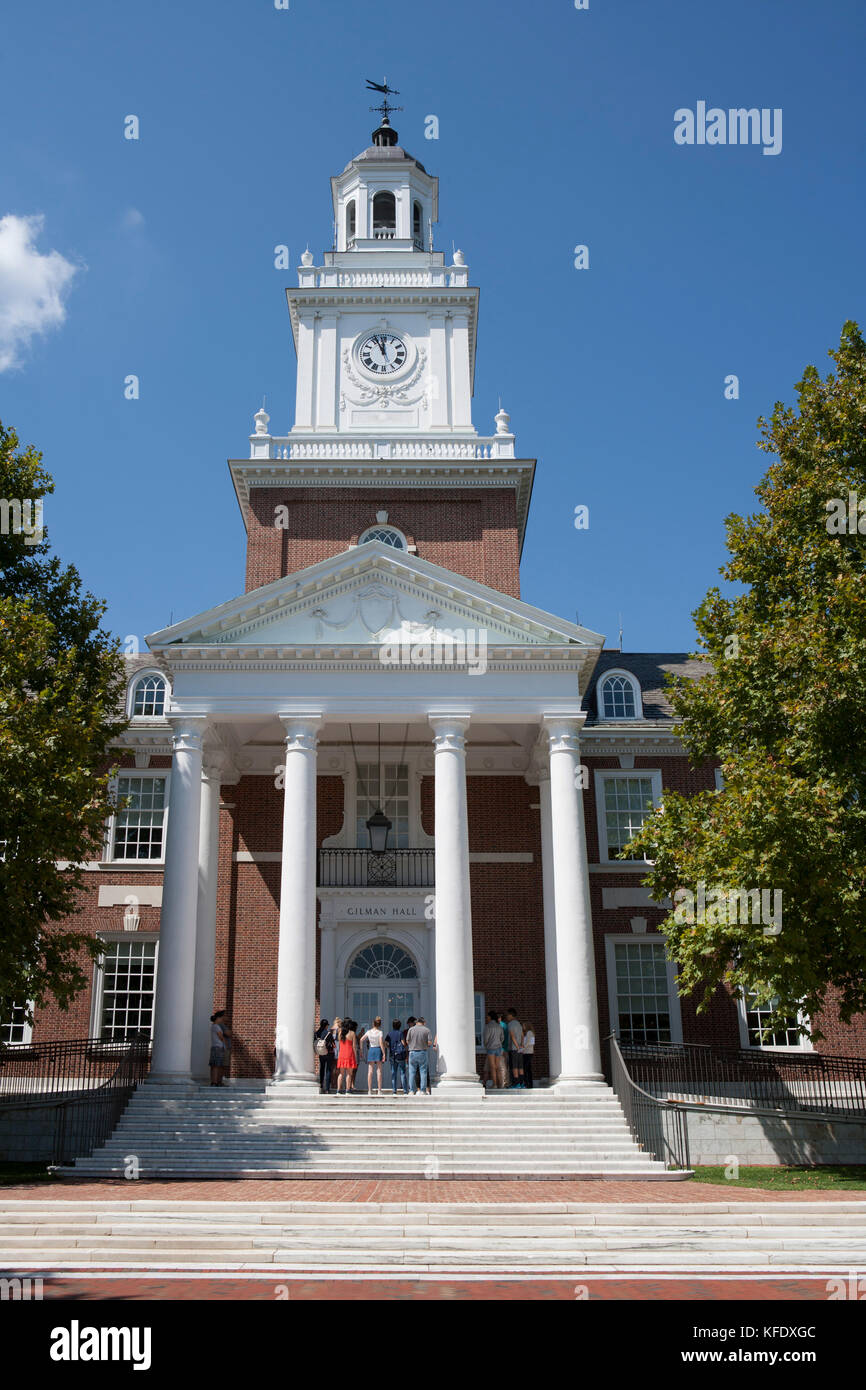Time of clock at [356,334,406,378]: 11:55
